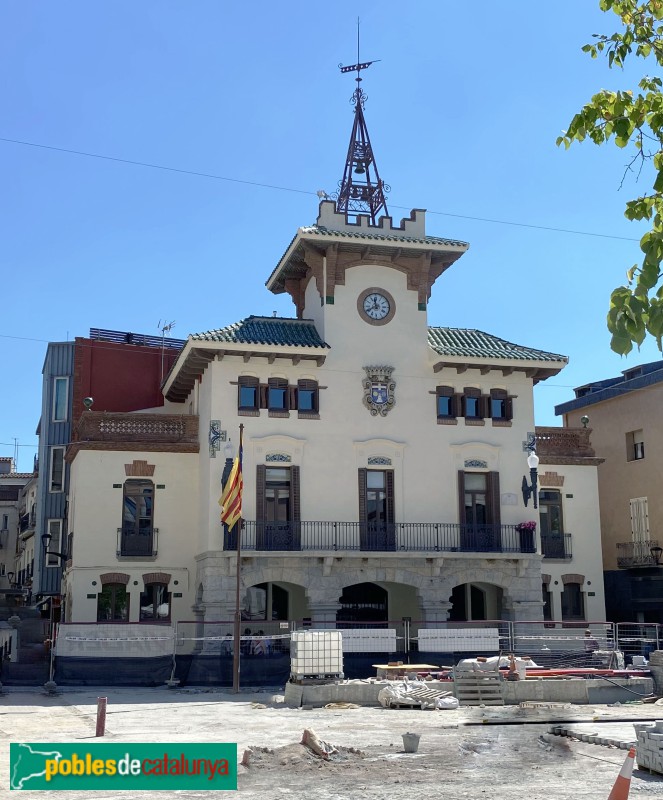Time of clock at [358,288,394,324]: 11:40
